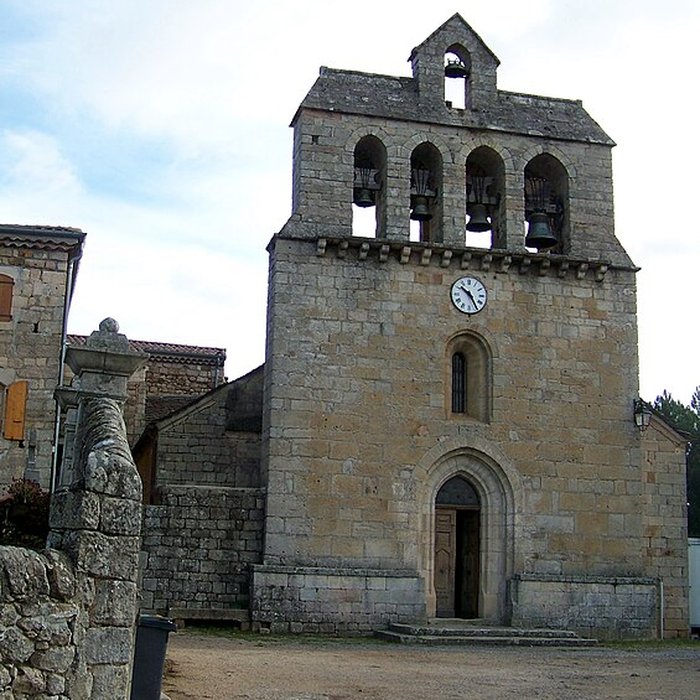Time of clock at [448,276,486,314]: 10:25
